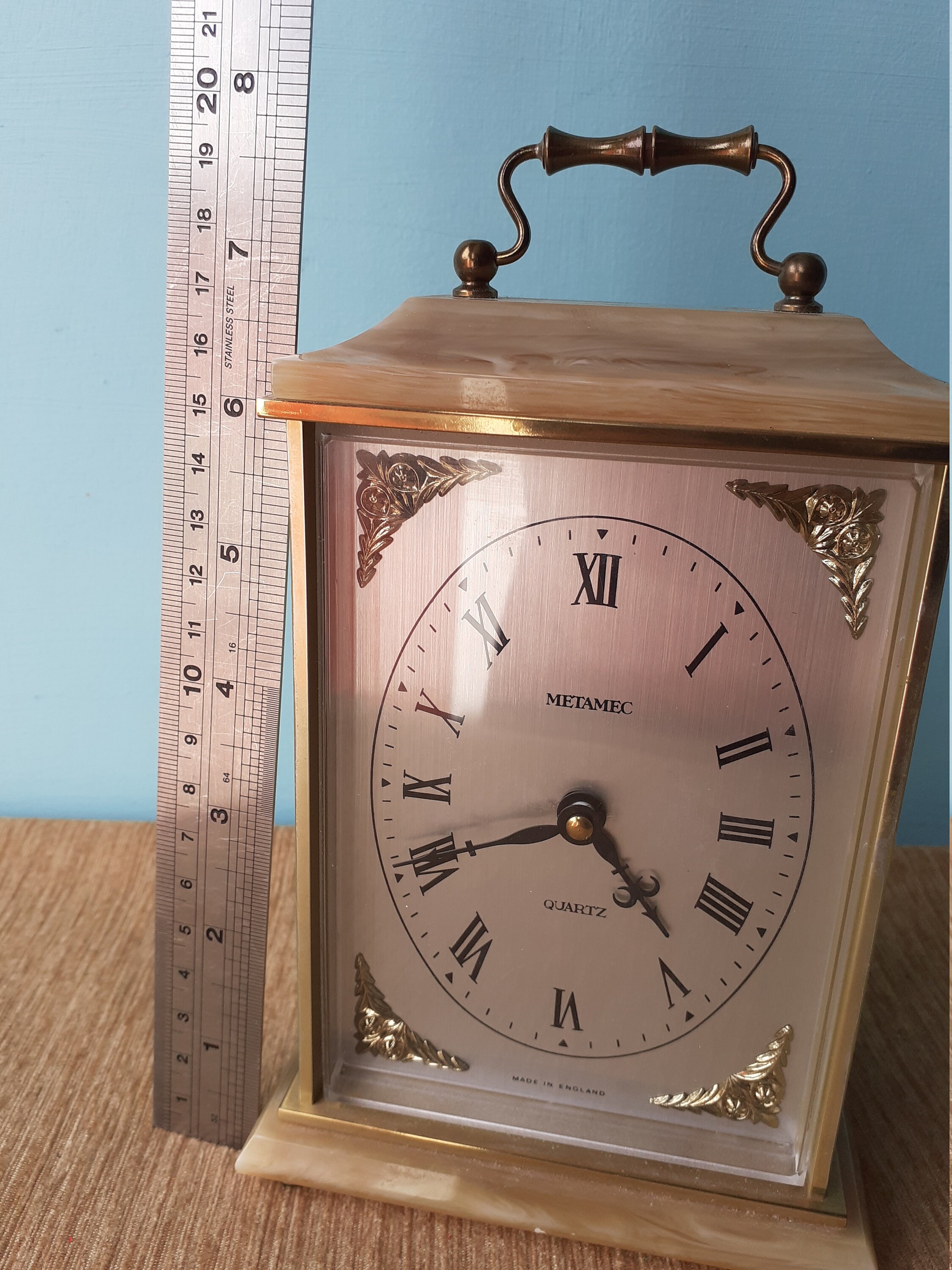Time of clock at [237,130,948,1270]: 3:40
